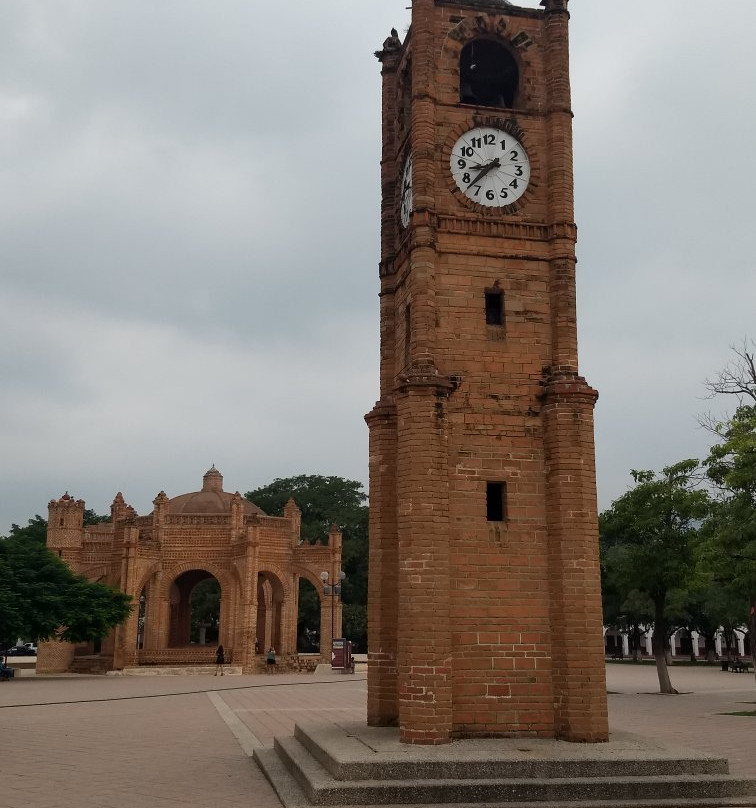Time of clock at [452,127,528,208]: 8:37
